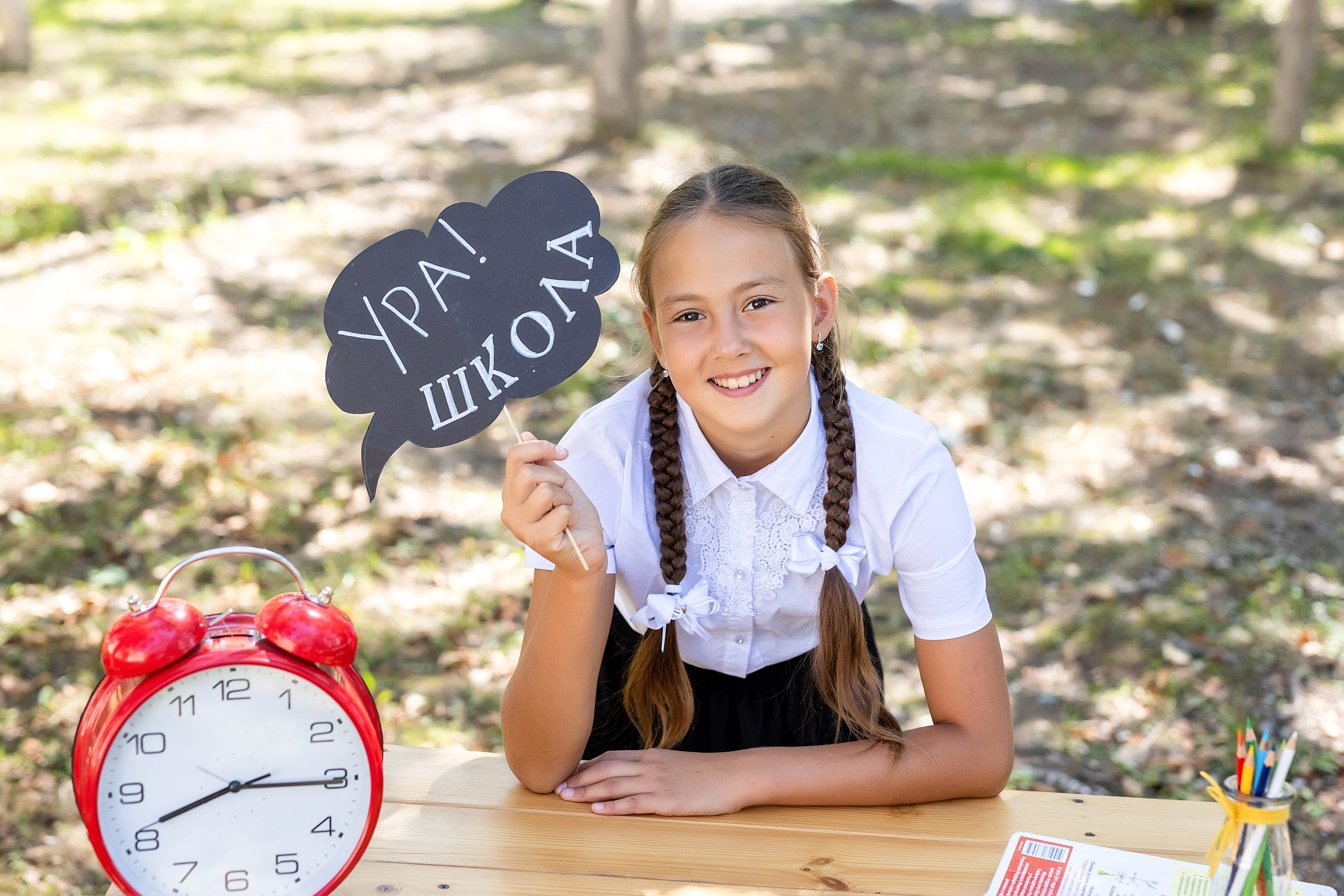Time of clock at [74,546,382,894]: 8:15
